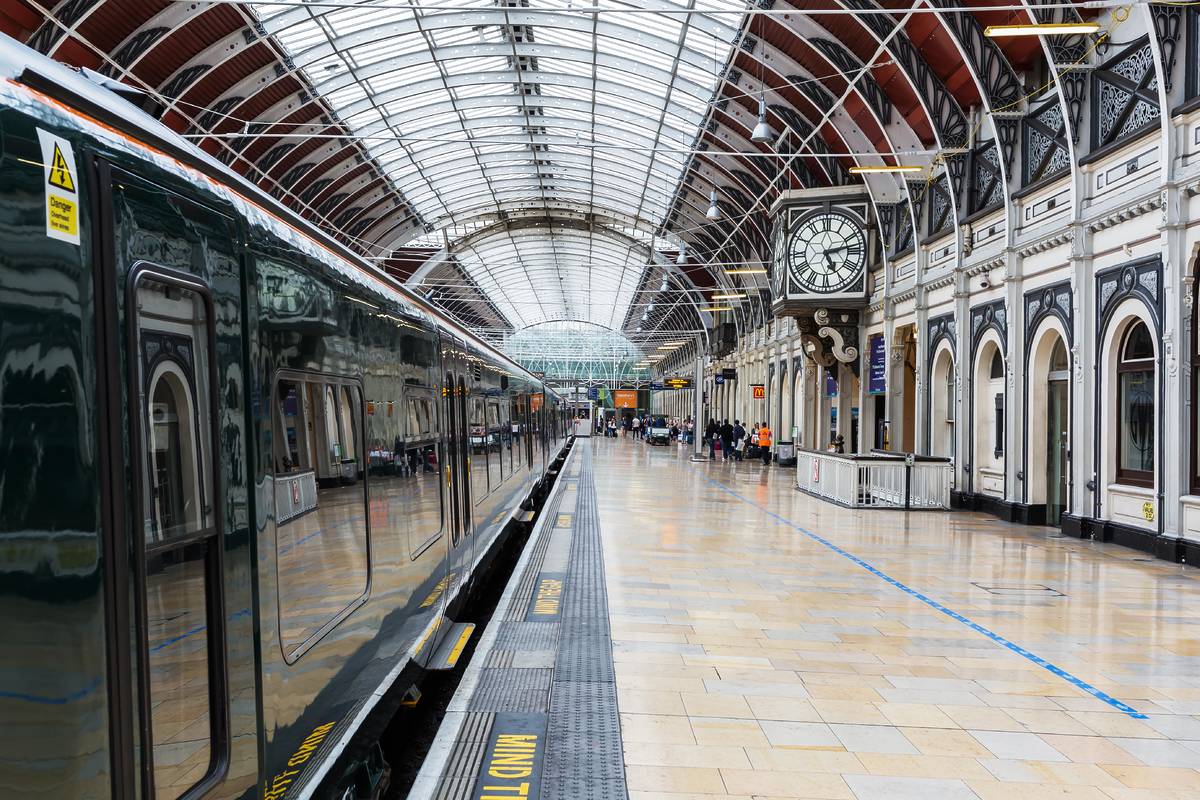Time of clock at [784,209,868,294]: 5:12
